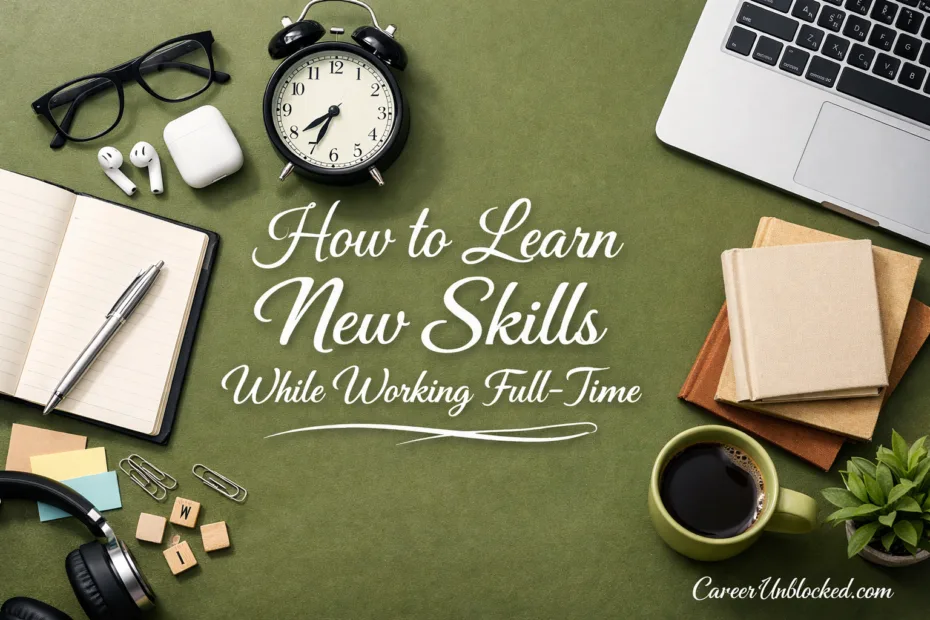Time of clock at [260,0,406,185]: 7:34
